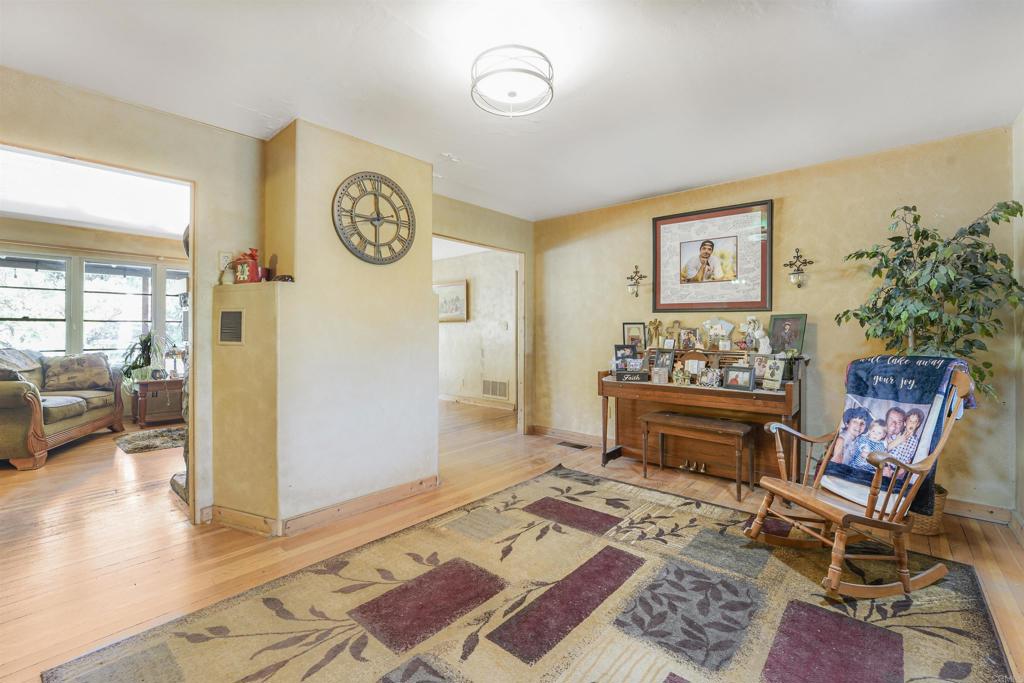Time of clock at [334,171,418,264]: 11:44
